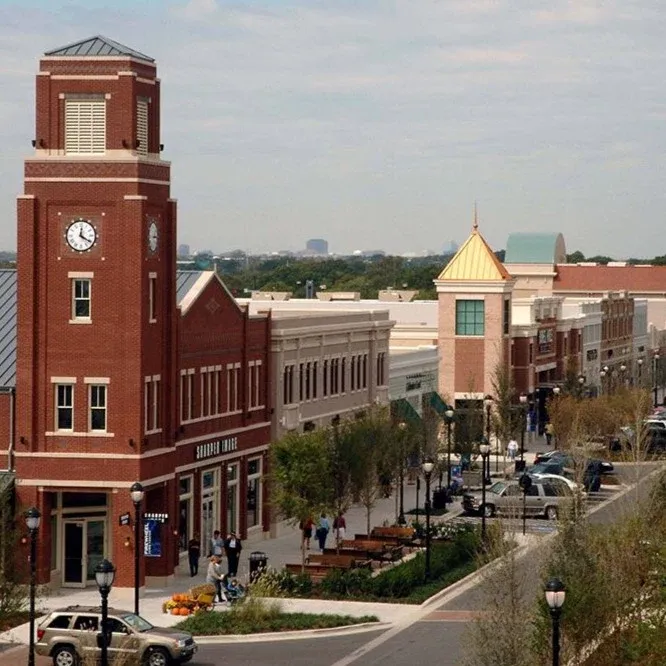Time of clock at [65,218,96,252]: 12:20
